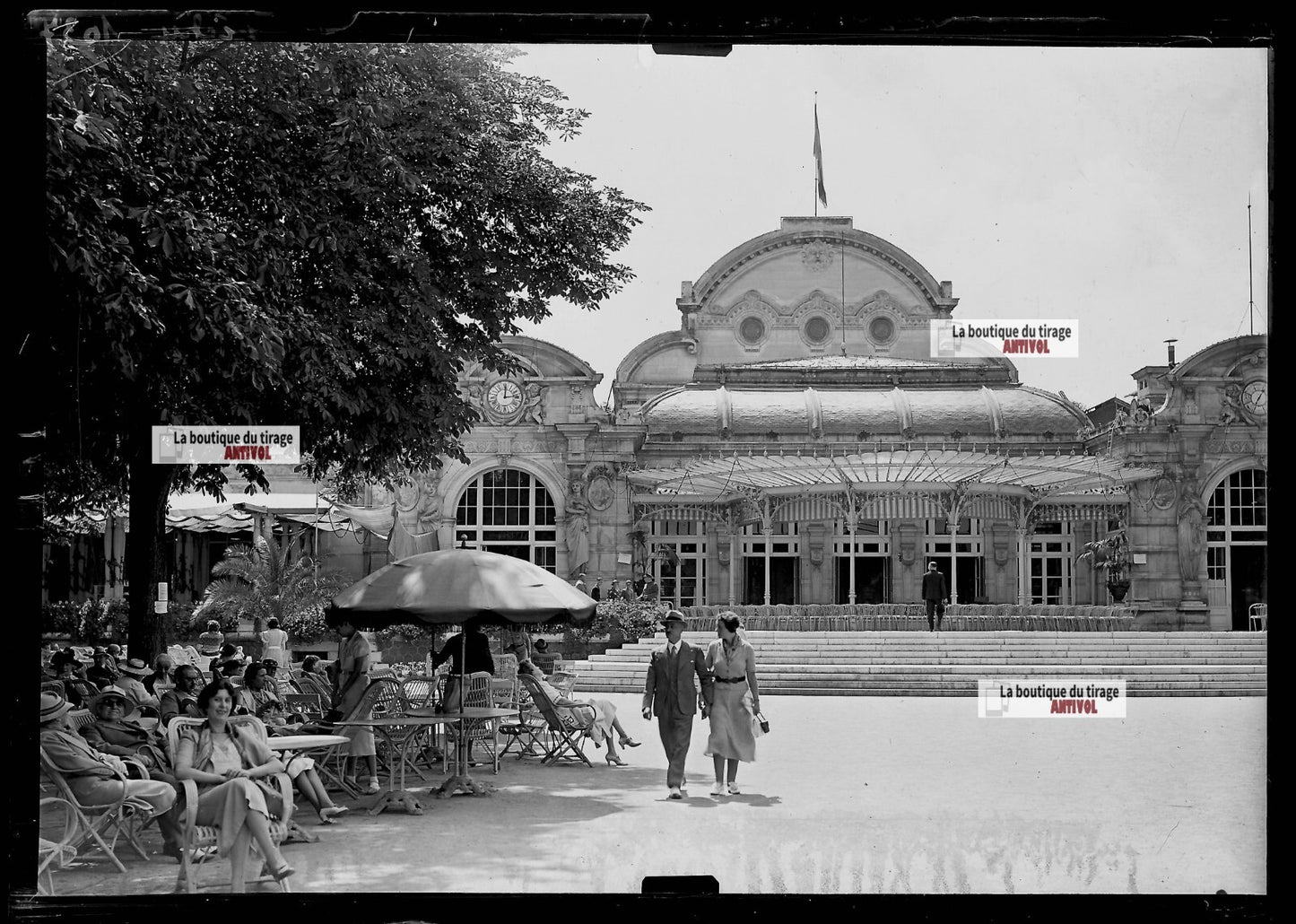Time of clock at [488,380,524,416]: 12:13
